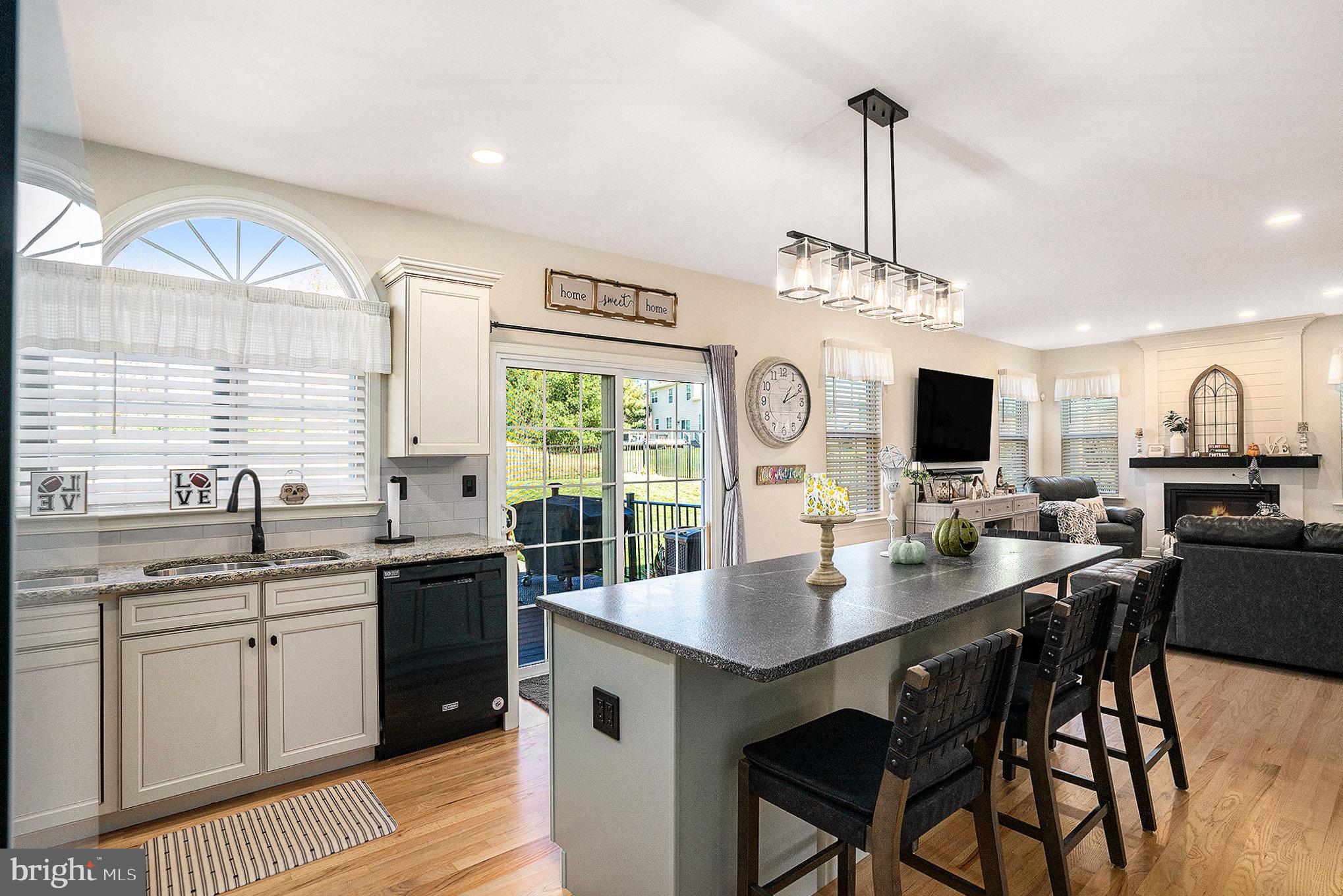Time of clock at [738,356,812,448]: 1:11
